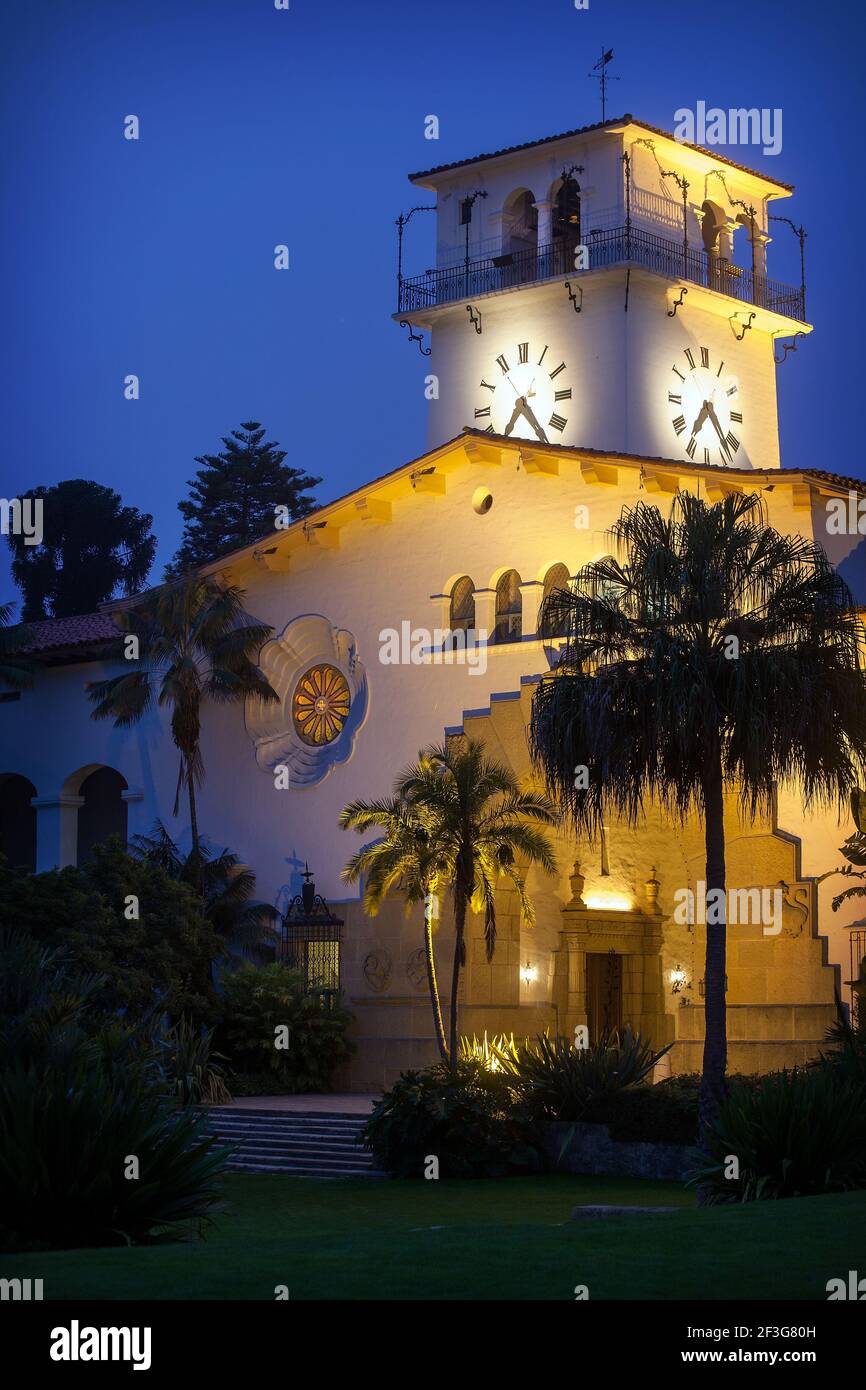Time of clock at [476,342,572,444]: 6:24
